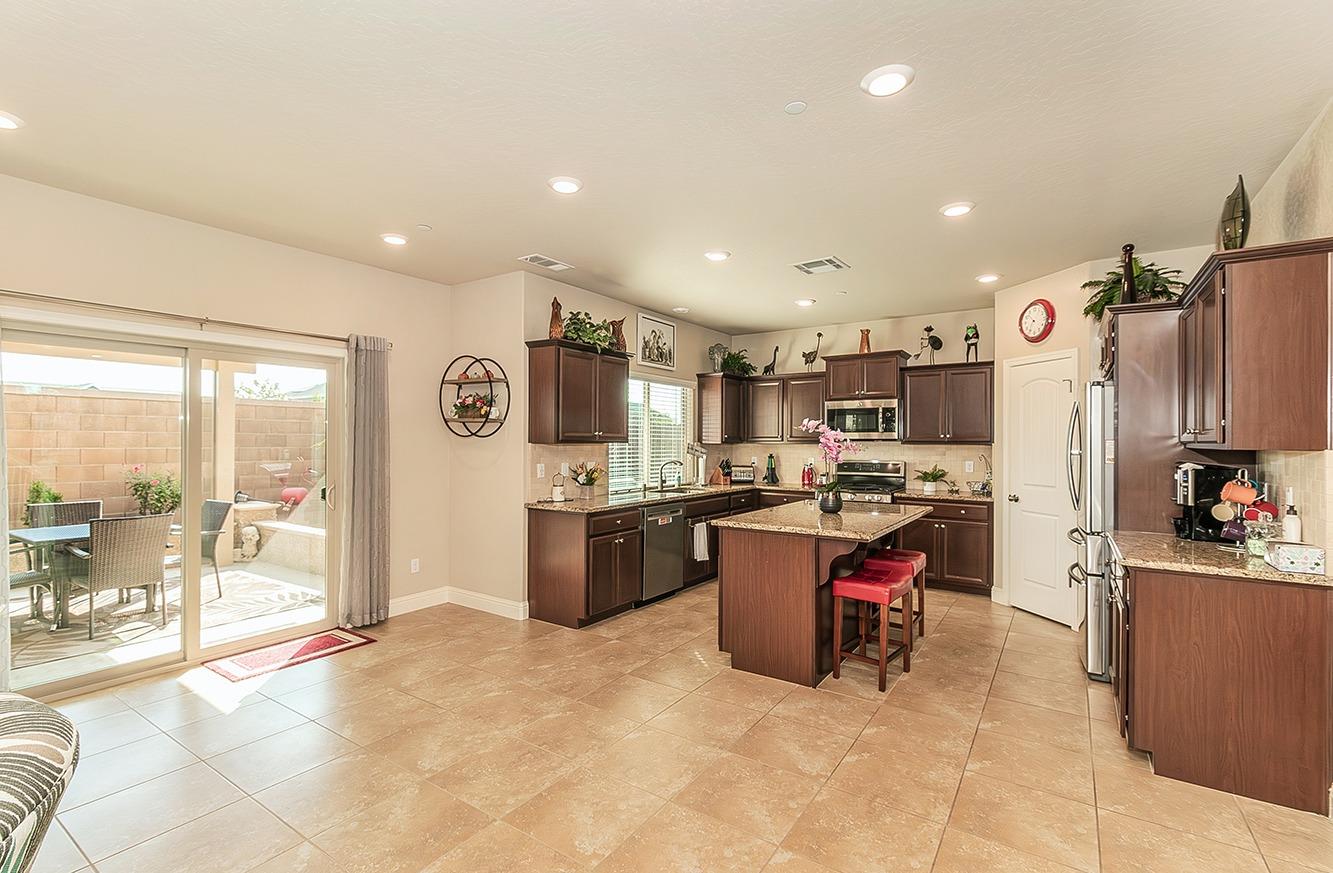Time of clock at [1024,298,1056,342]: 10:34
